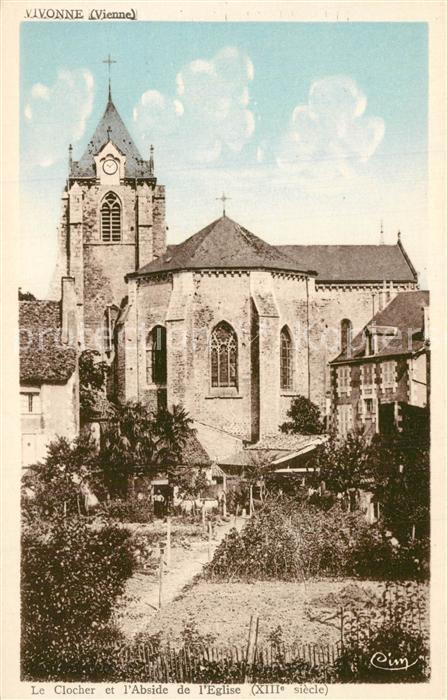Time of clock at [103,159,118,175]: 10:07
